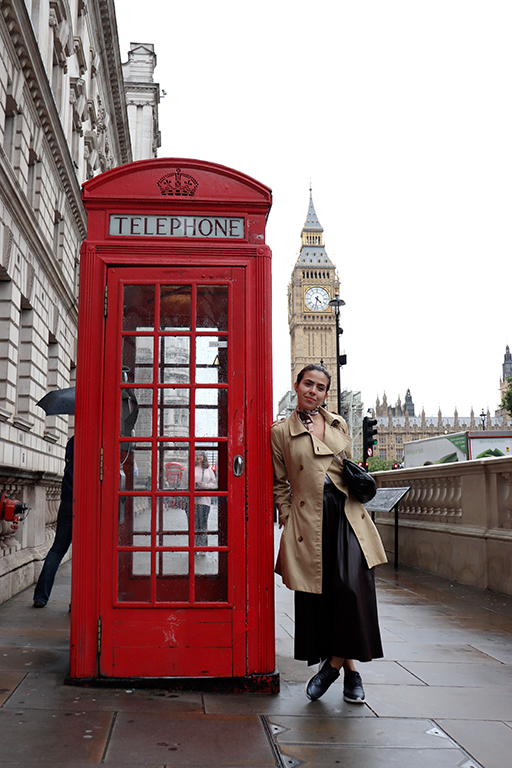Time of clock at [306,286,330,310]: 4:32
